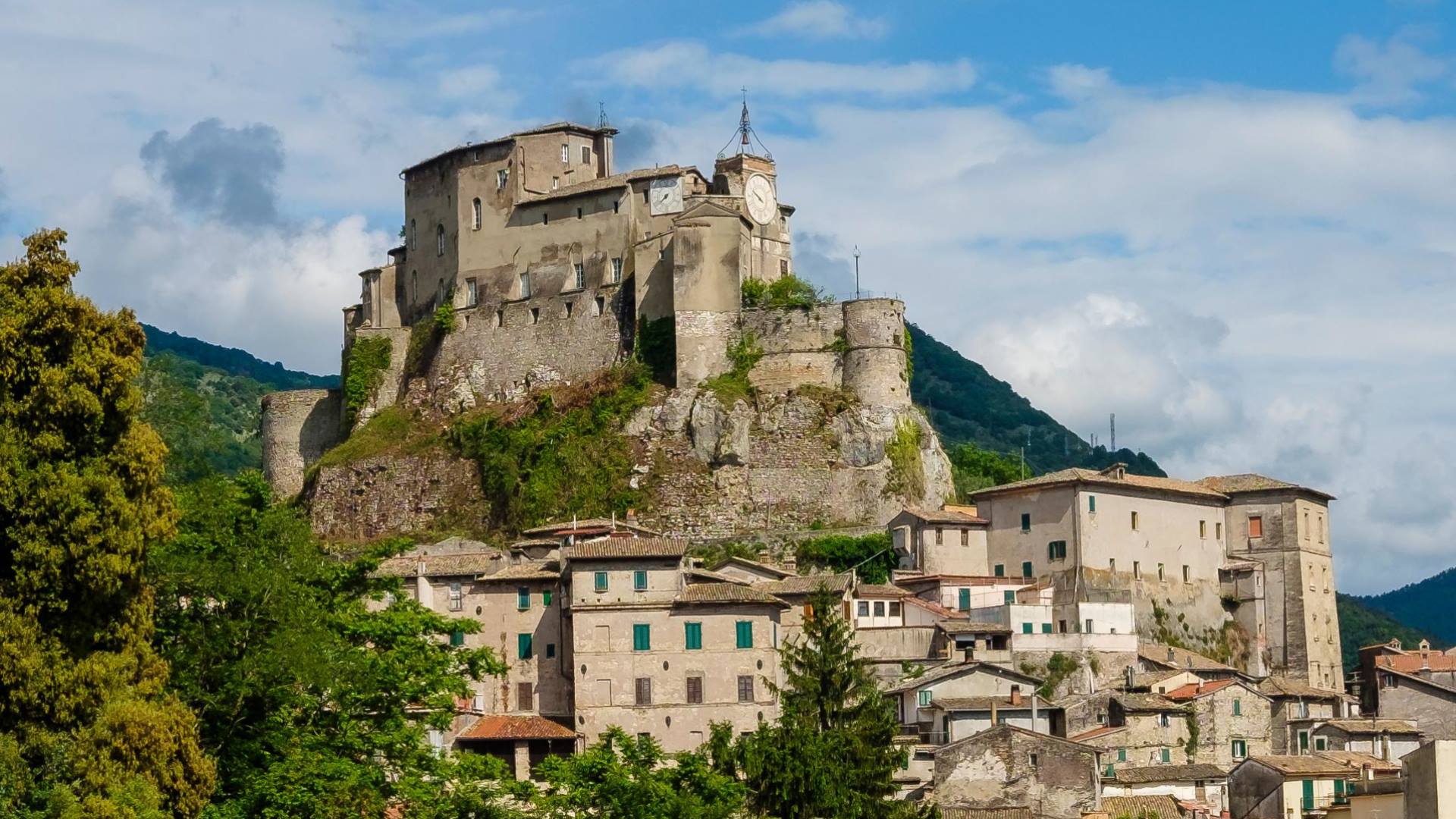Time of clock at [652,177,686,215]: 7:38
